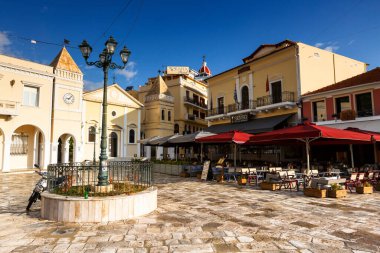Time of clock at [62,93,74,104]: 9:07
